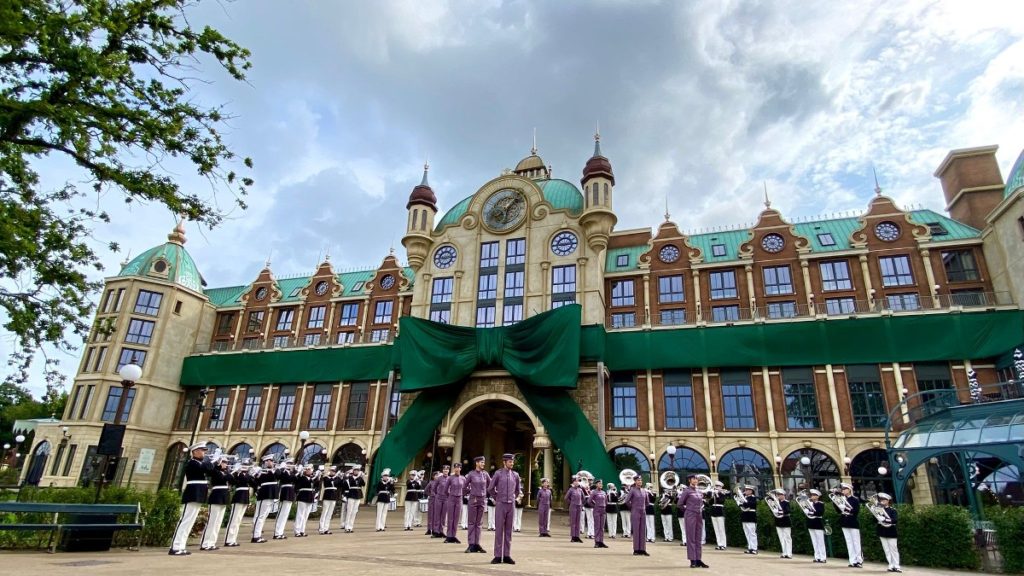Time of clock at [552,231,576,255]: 2:44
